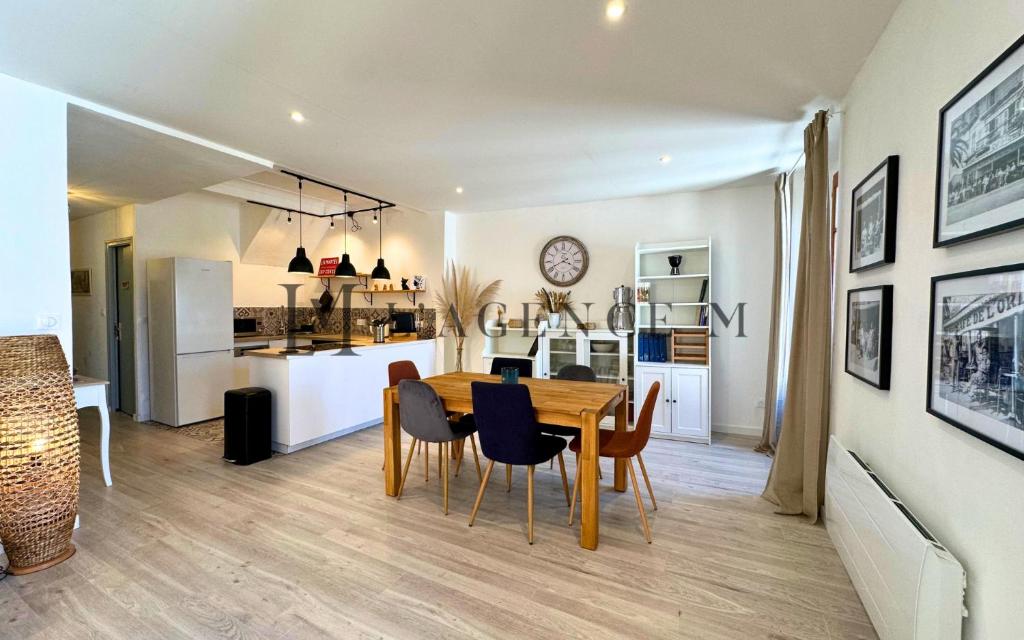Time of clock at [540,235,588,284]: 3:40
